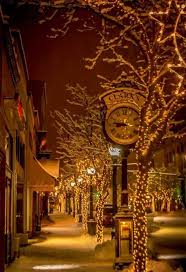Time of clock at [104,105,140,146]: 8:46
